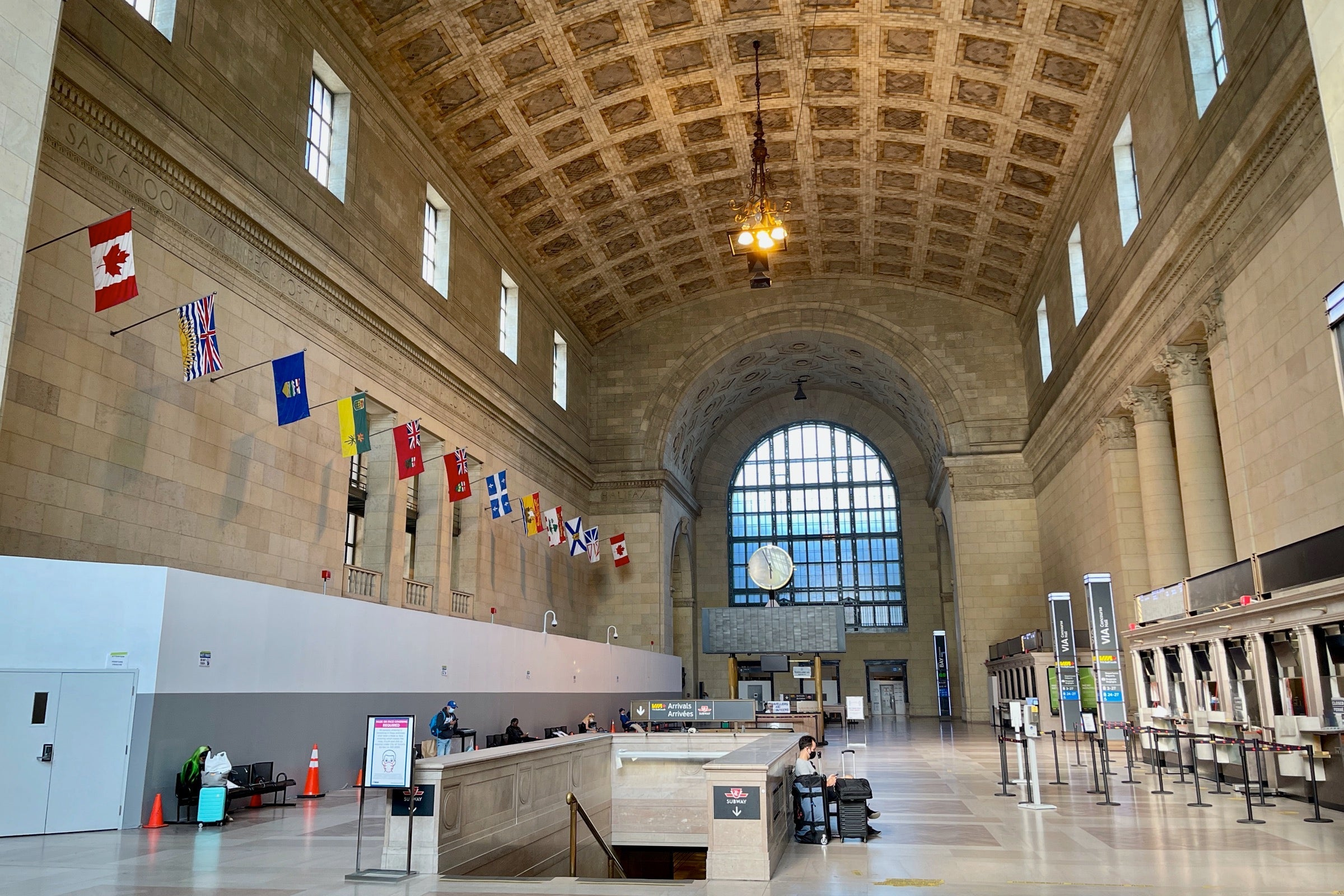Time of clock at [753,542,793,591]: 5:55
